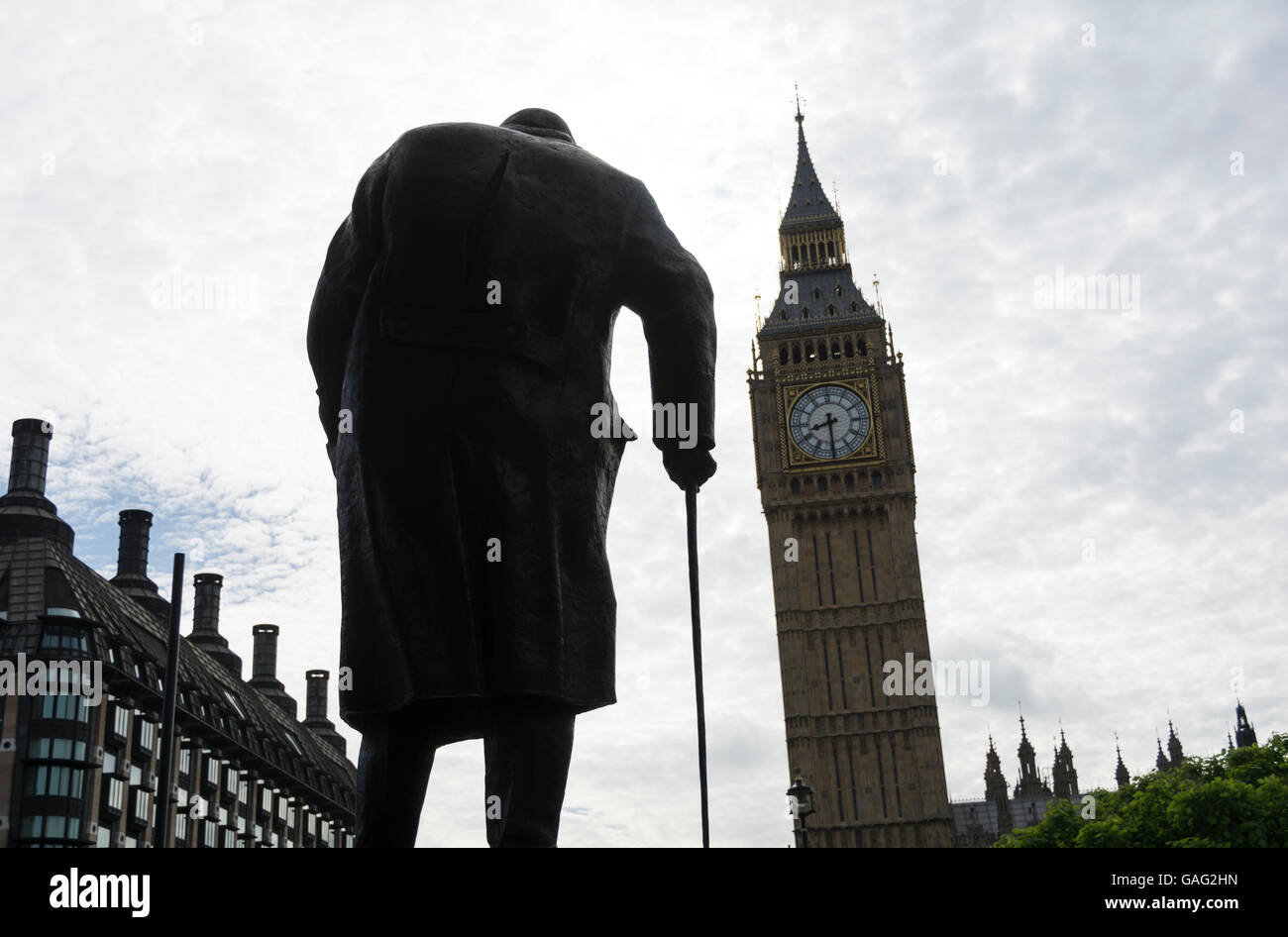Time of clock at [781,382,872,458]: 8:30
